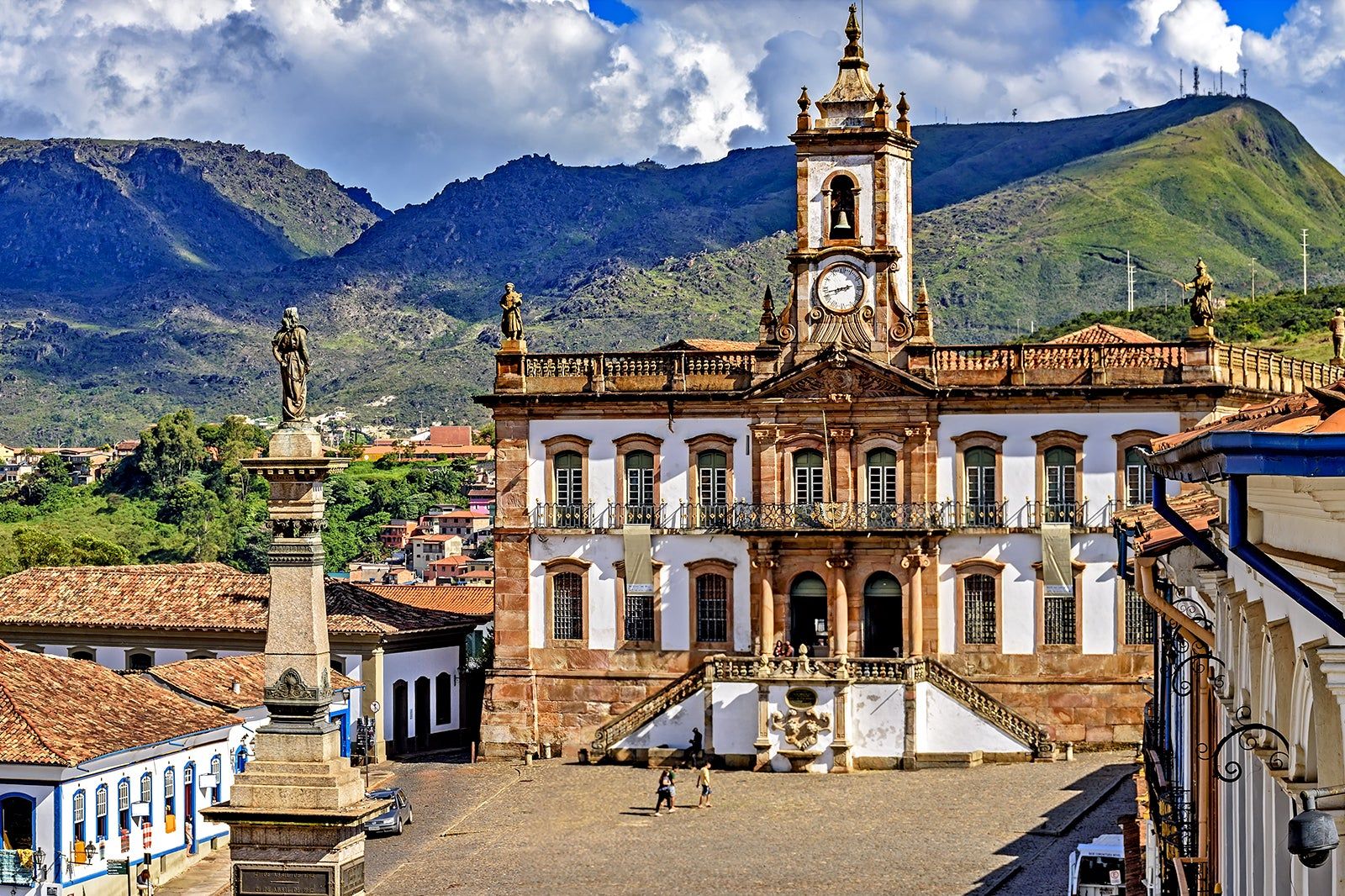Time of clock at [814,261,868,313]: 2:42
